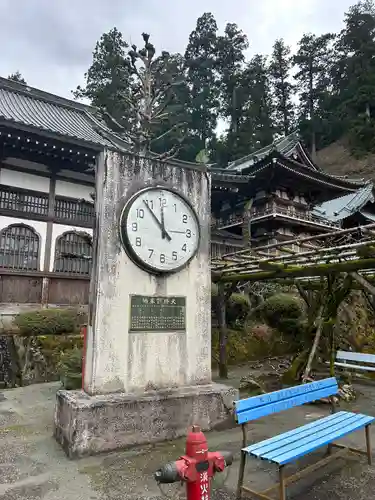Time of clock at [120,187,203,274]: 11:53
